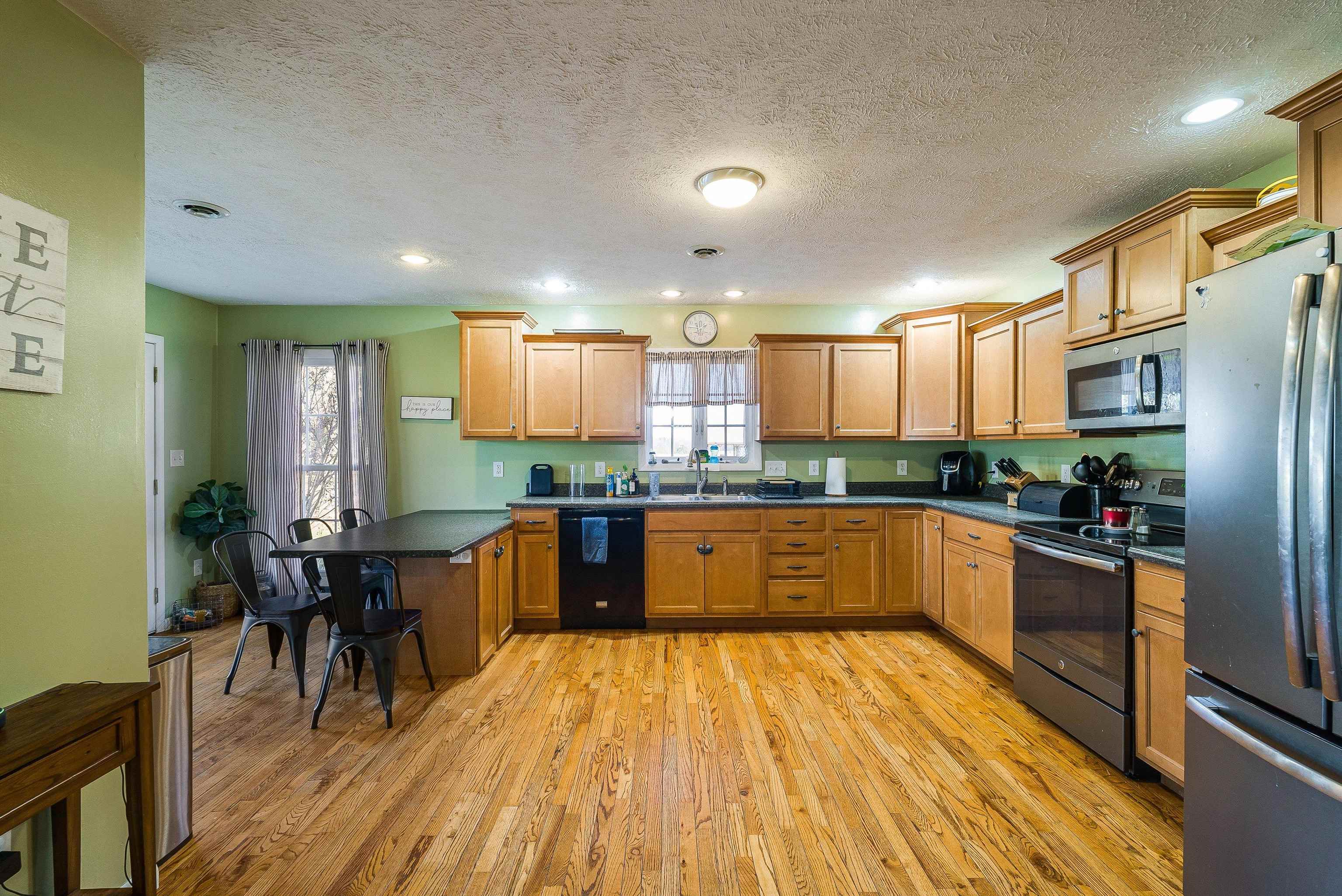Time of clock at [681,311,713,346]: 1:46
